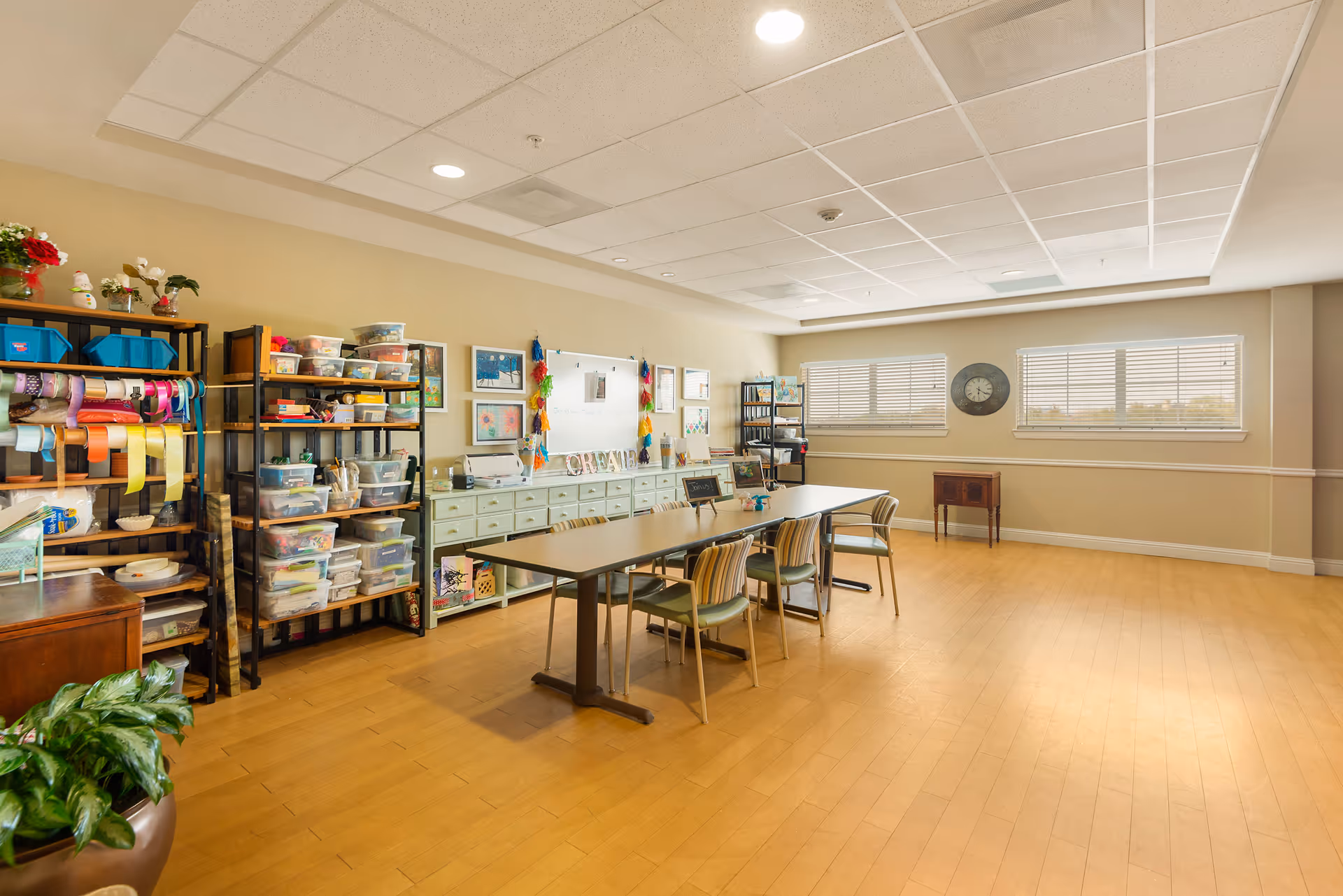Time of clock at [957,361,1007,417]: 6:20
